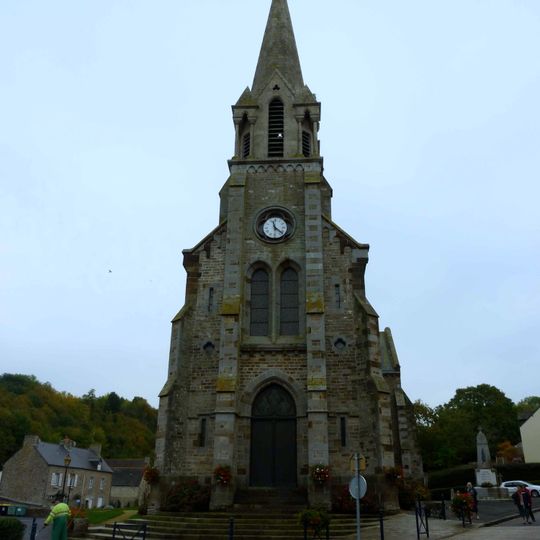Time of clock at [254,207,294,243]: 11:21
